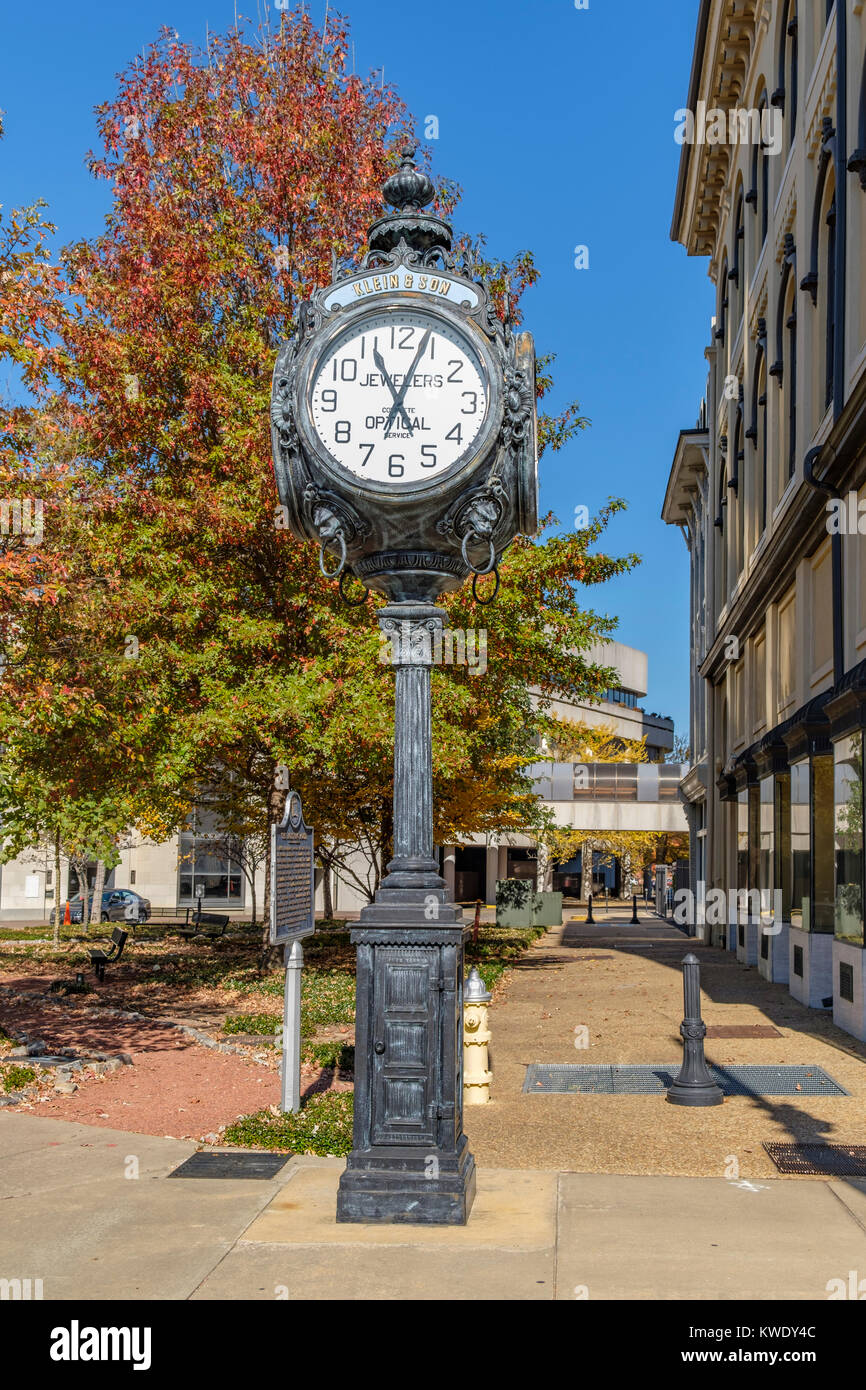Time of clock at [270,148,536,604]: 11:04
